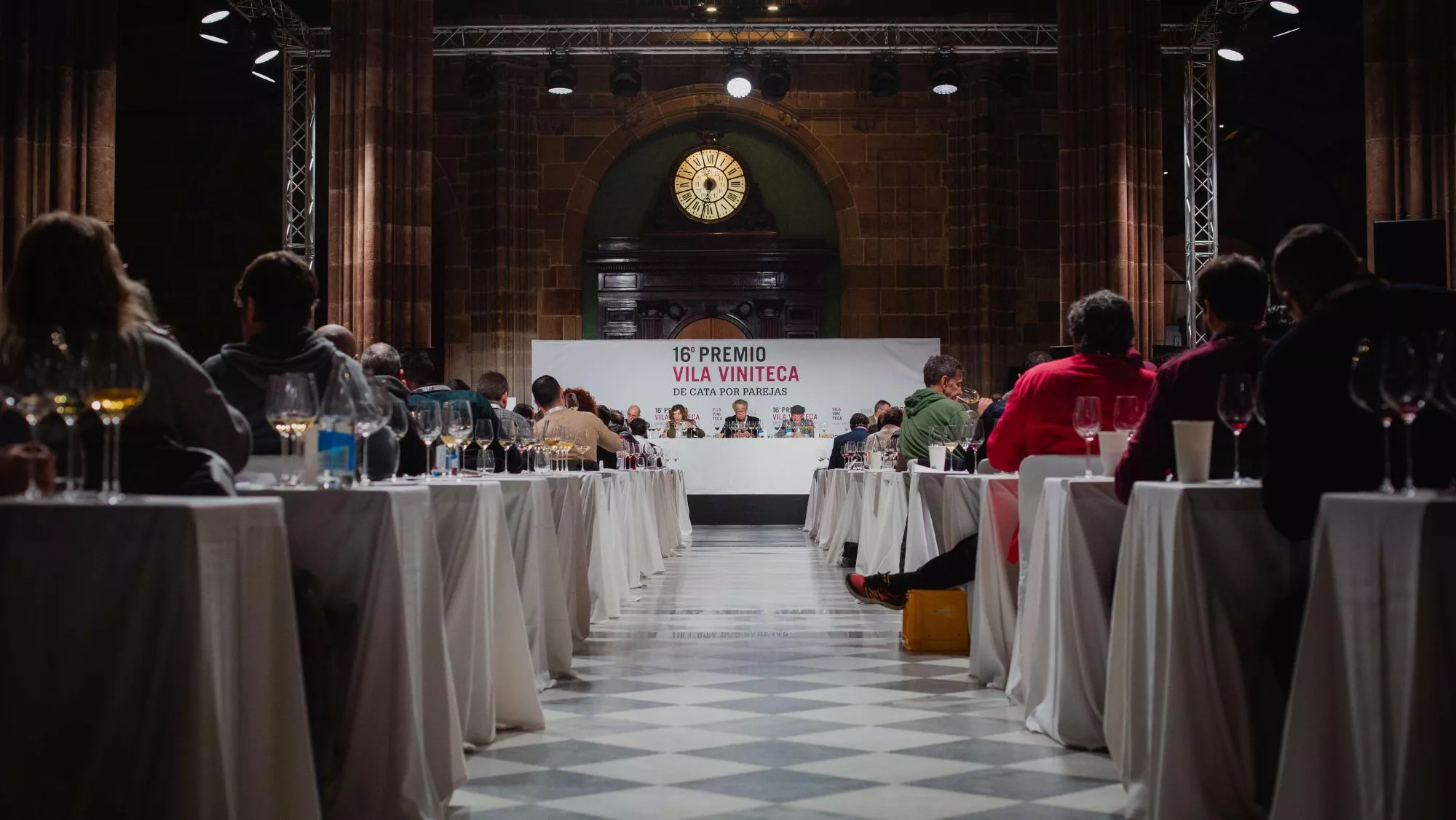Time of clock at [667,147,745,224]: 11:32
